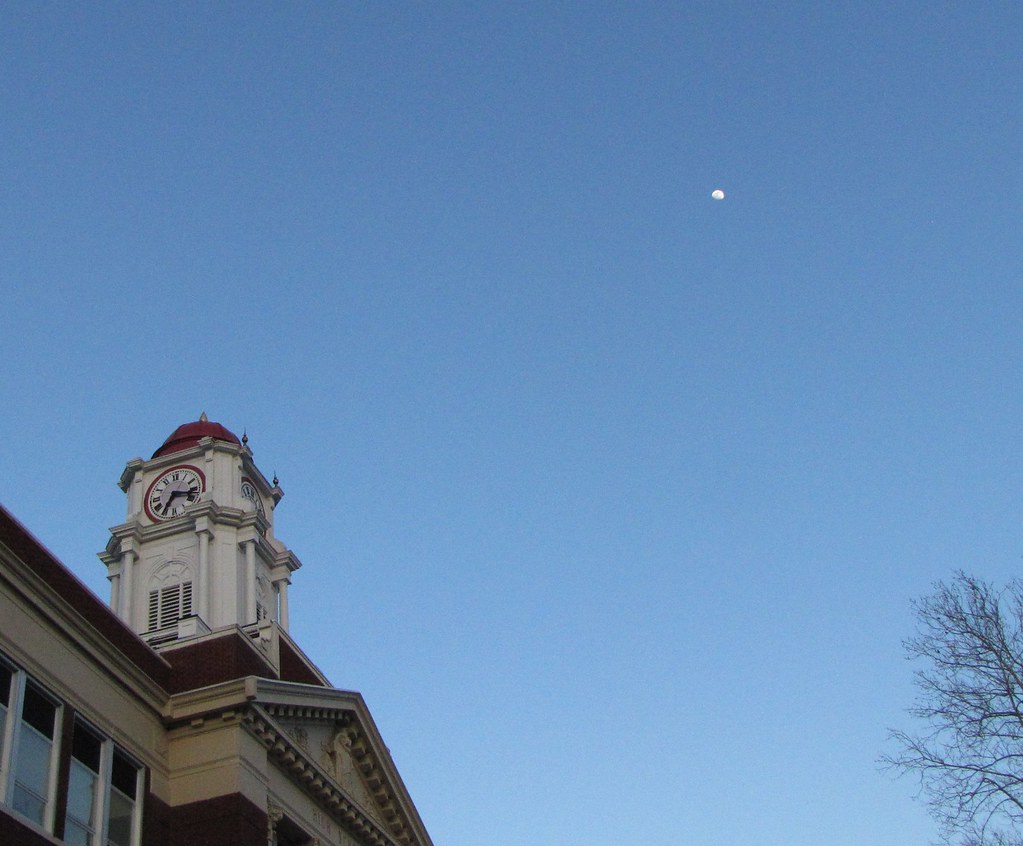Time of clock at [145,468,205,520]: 7:17
